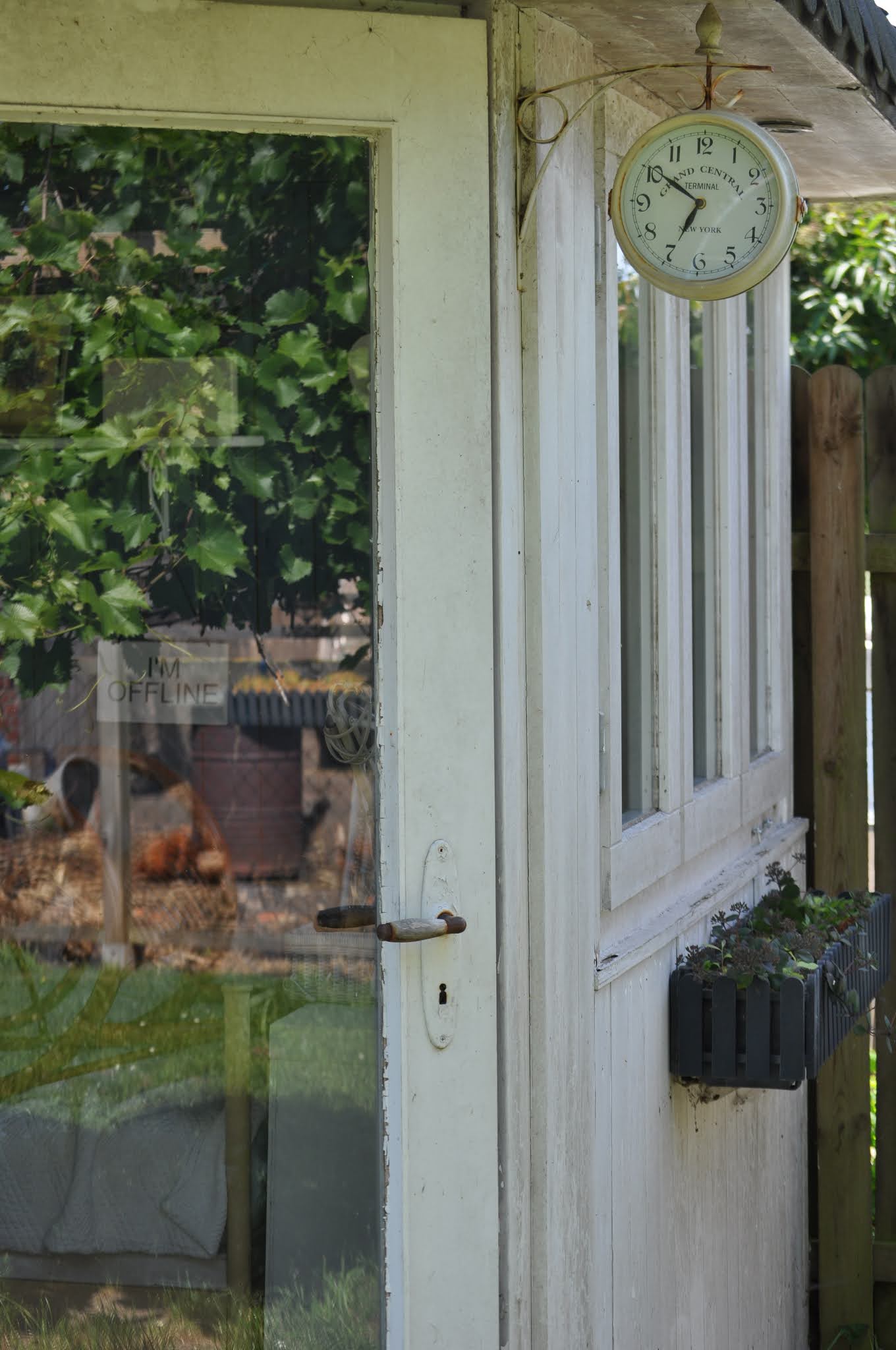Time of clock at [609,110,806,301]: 6:50
